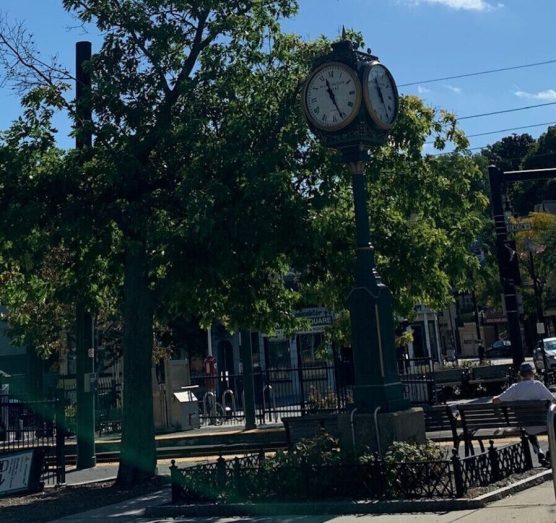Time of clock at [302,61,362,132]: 11:26
